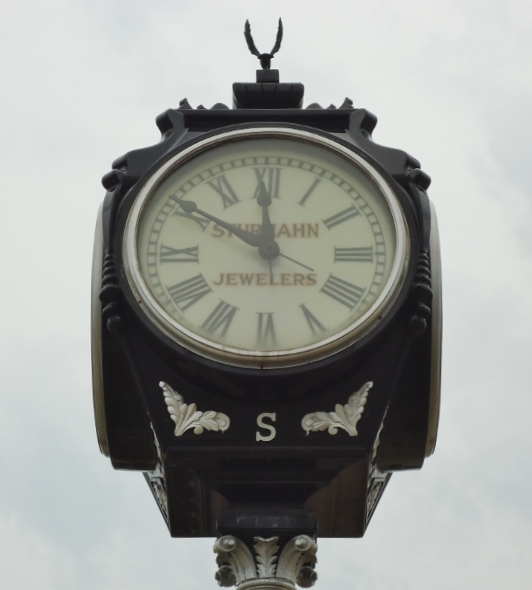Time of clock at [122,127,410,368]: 11:50
